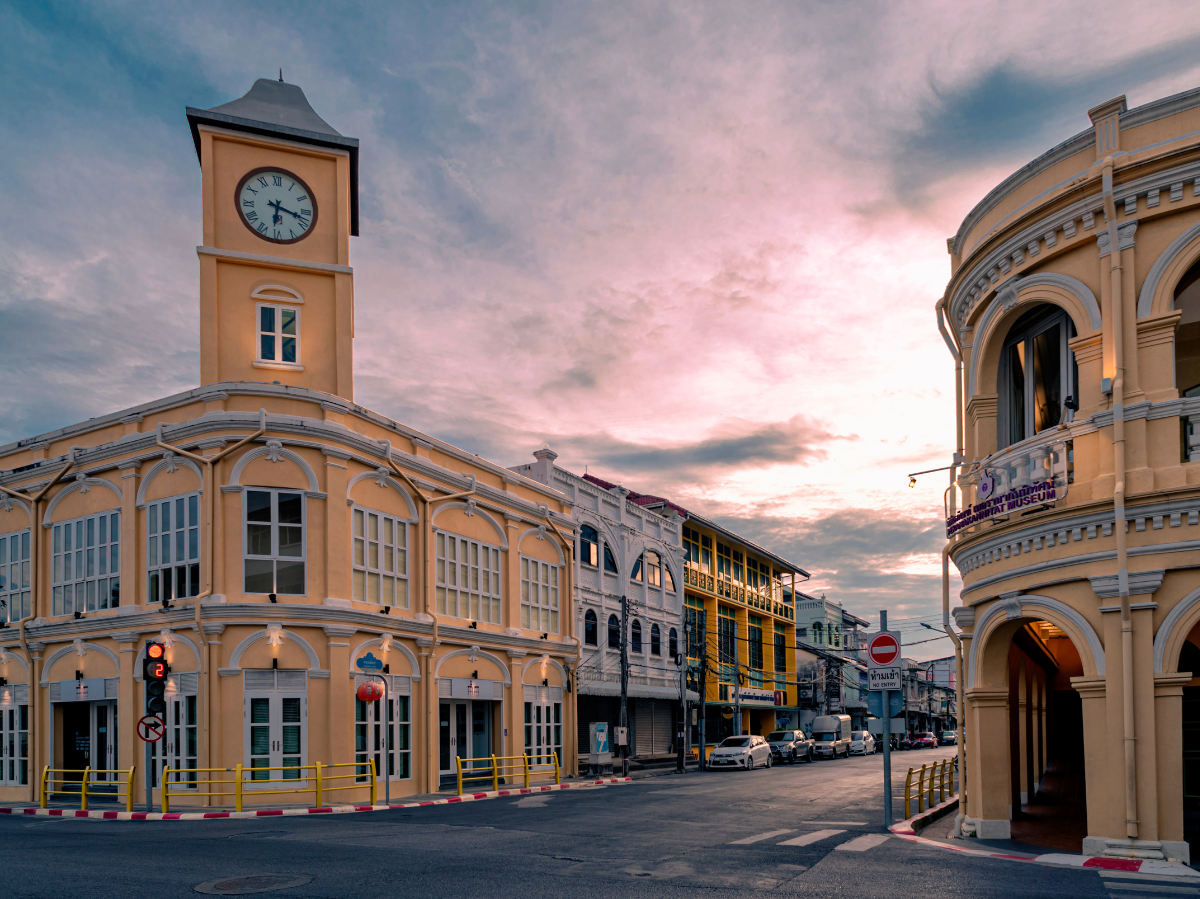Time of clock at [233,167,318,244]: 6:17
